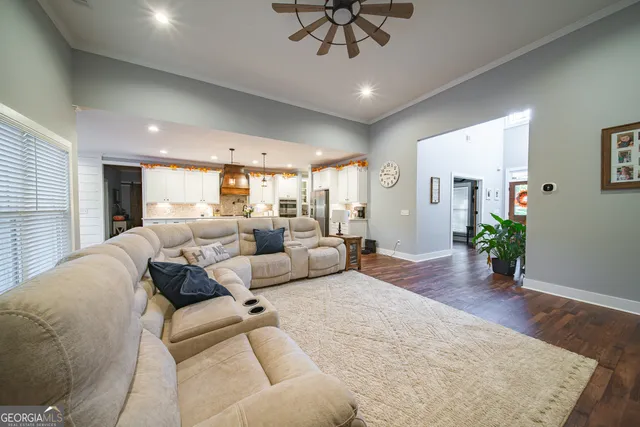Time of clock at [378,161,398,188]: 9:17
